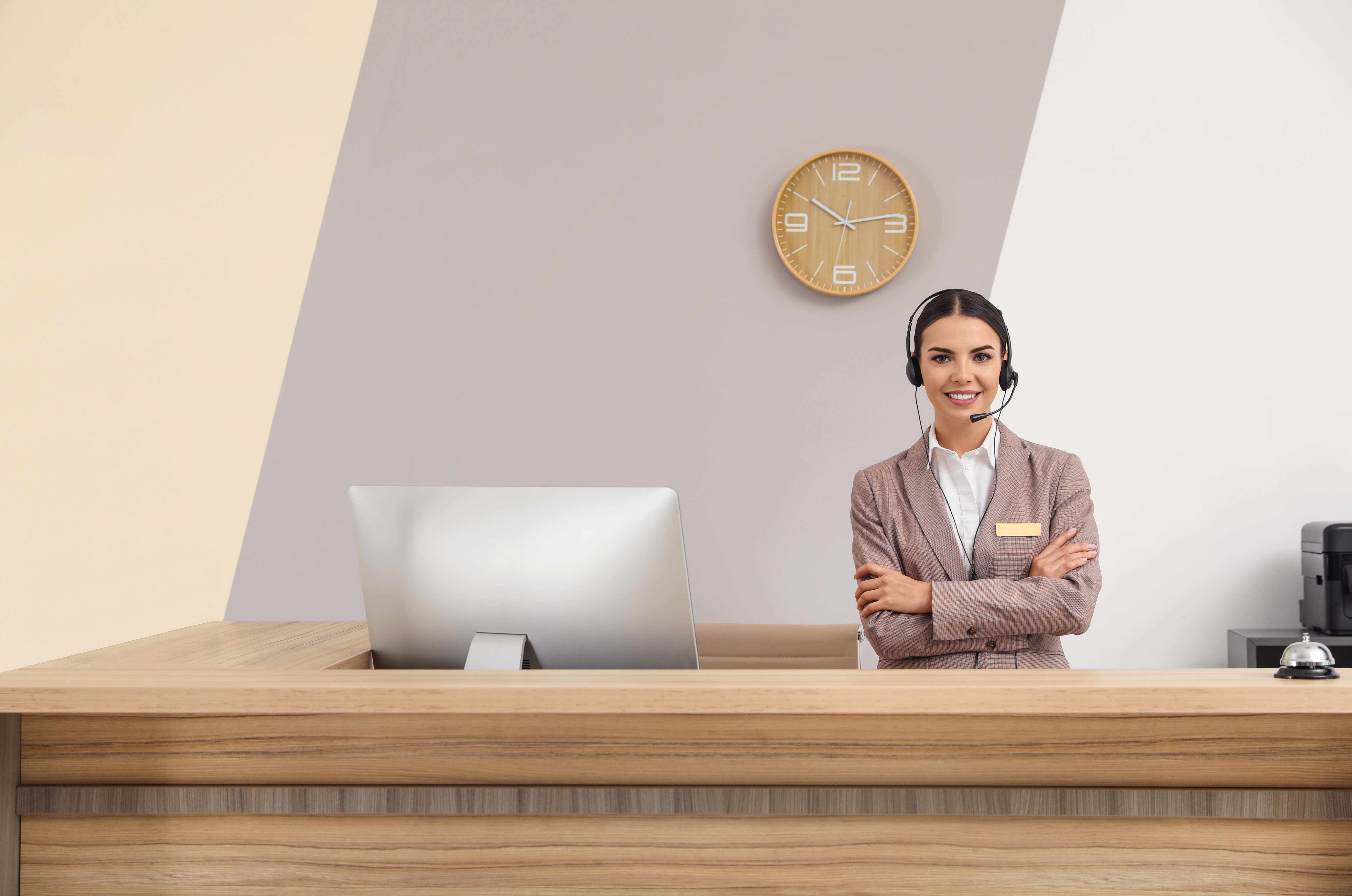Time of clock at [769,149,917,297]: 10:13
